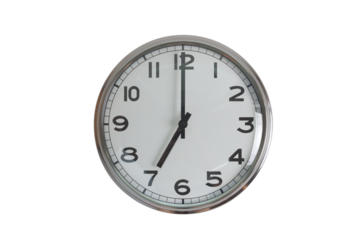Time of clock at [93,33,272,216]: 6:59
